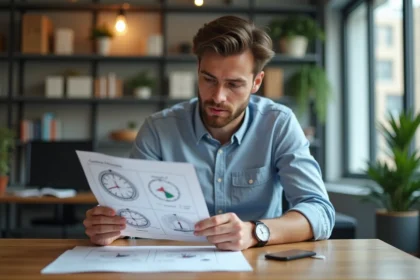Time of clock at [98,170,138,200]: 11:40
